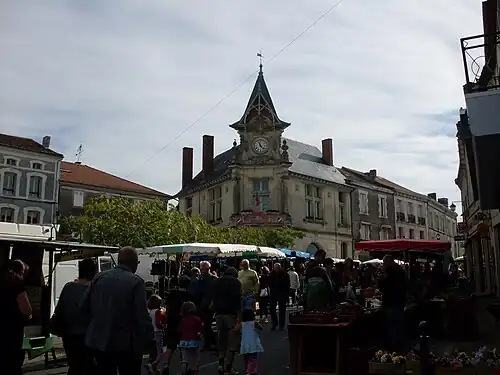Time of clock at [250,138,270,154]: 11:22
